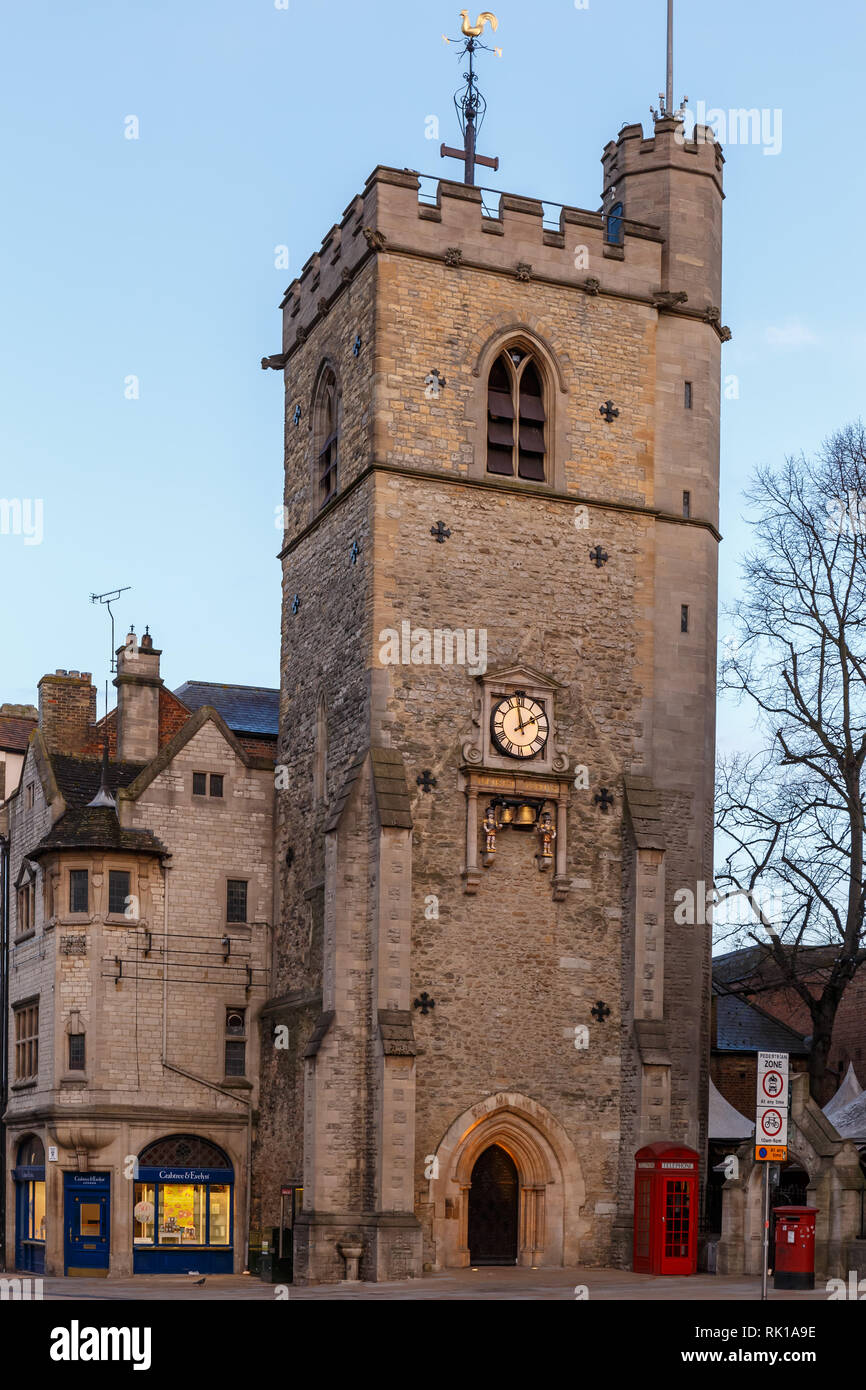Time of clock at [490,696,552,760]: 1:58
